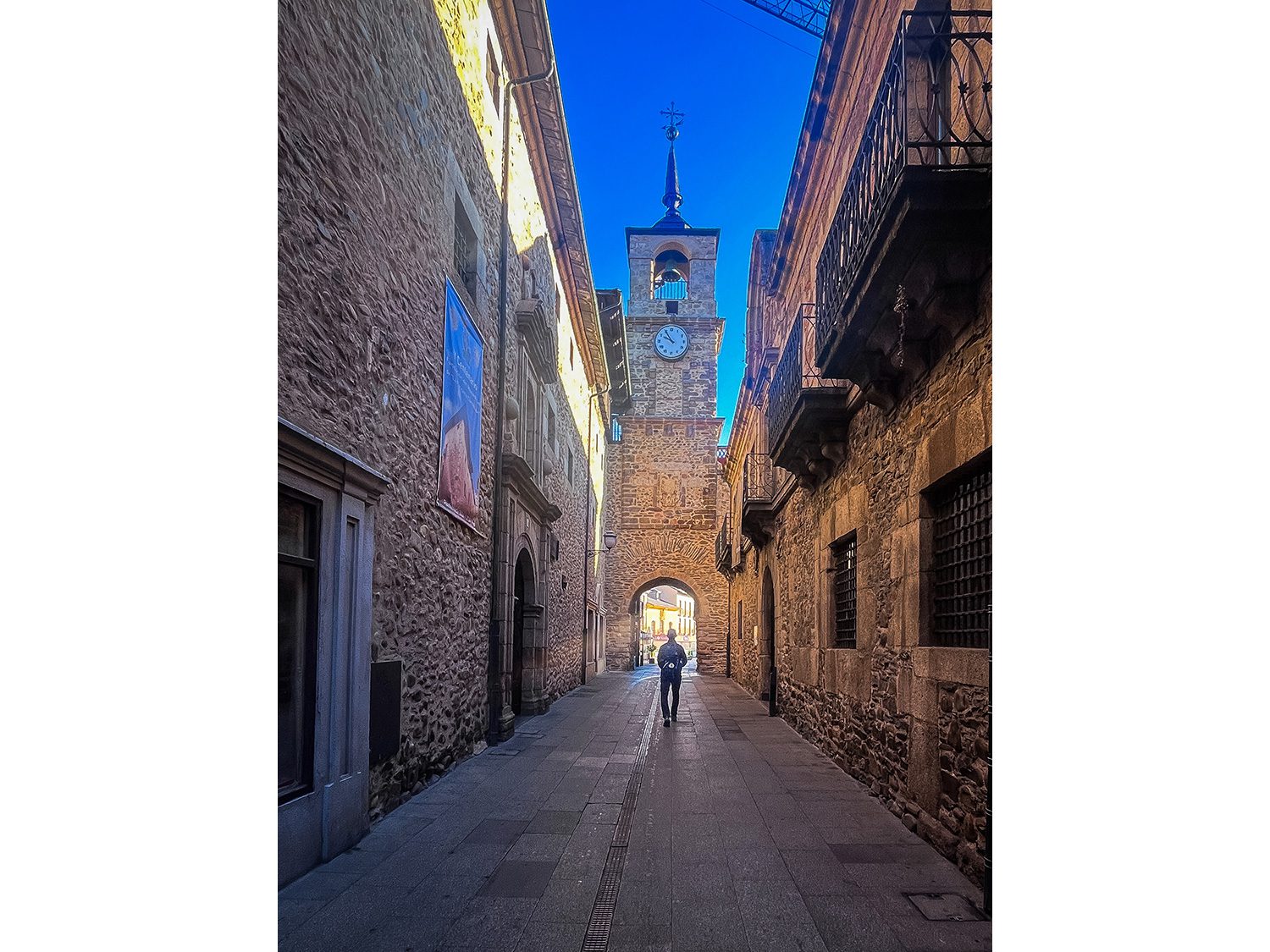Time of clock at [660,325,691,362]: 9:54
